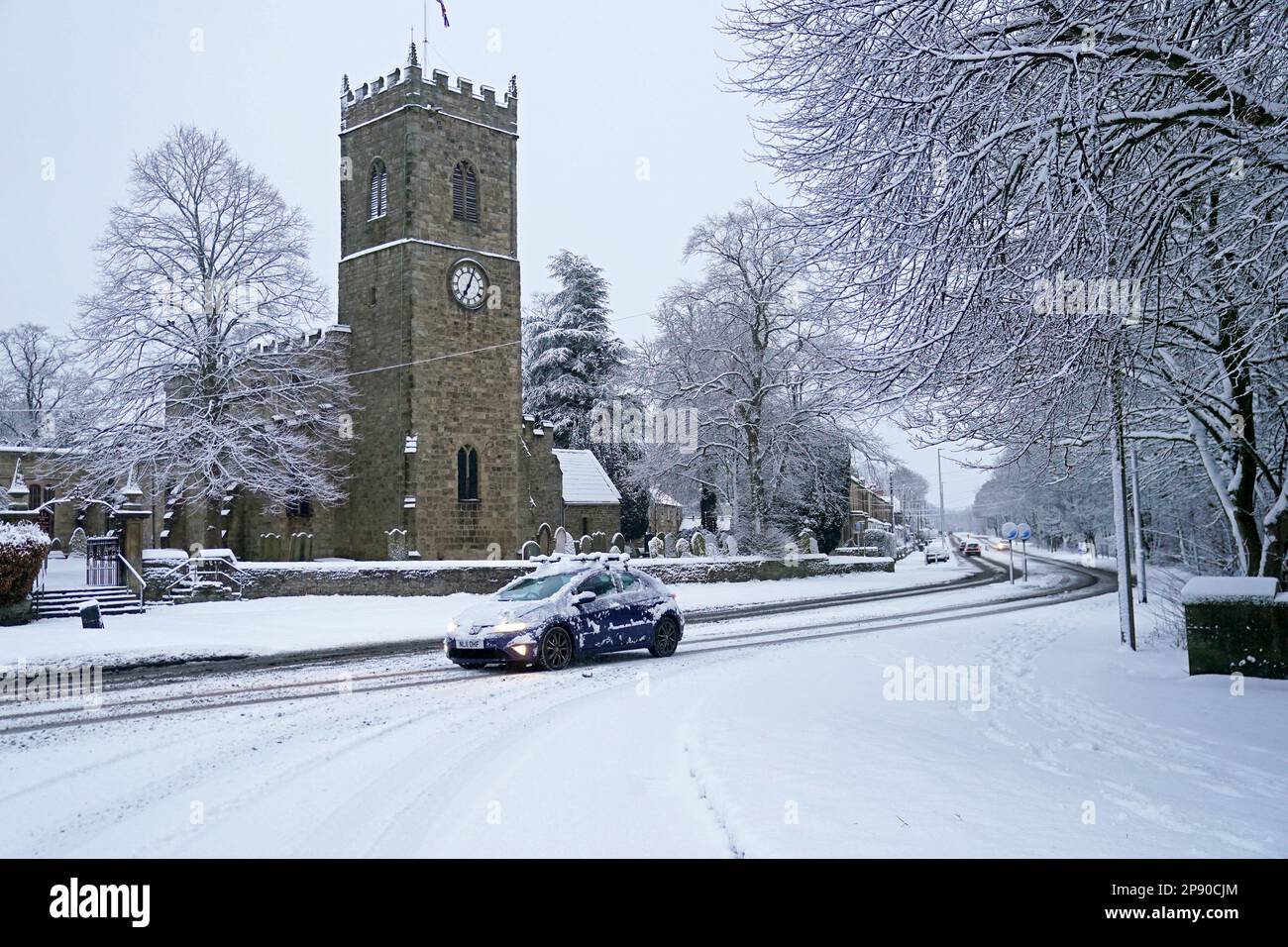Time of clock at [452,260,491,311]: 7:04
